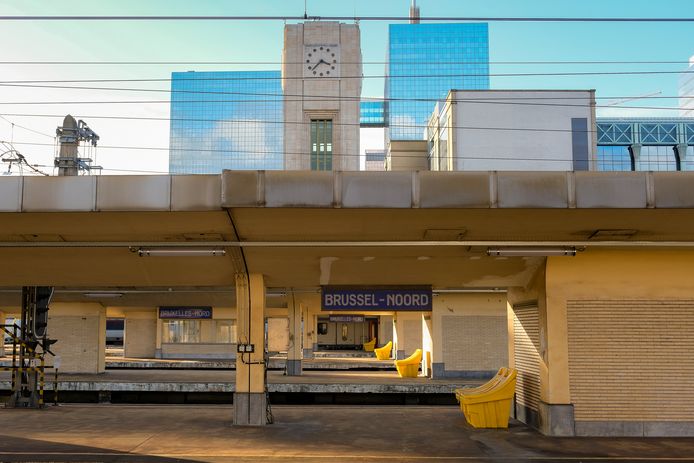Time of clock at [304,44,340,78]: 3:37
